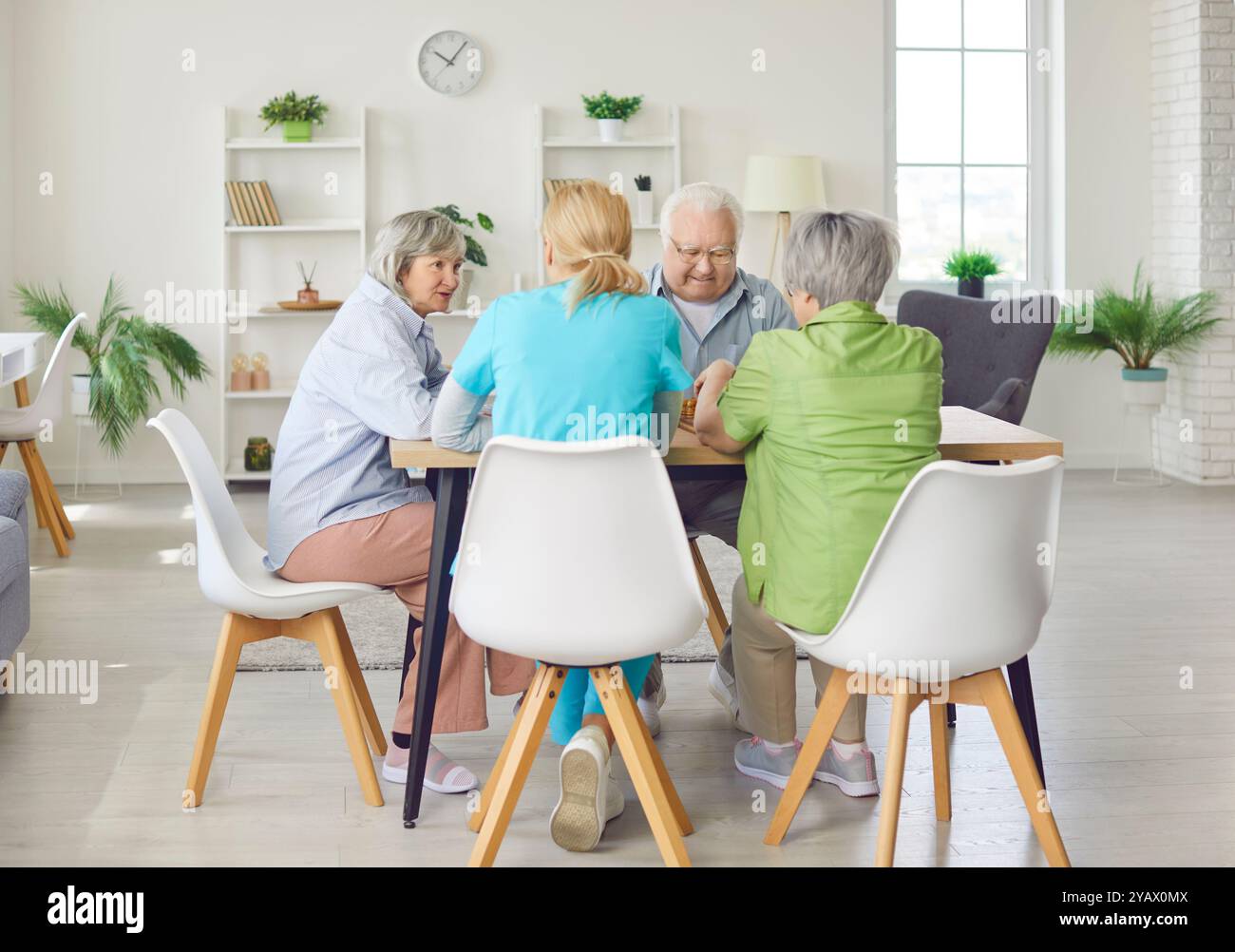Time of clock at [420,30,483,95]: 10:05
